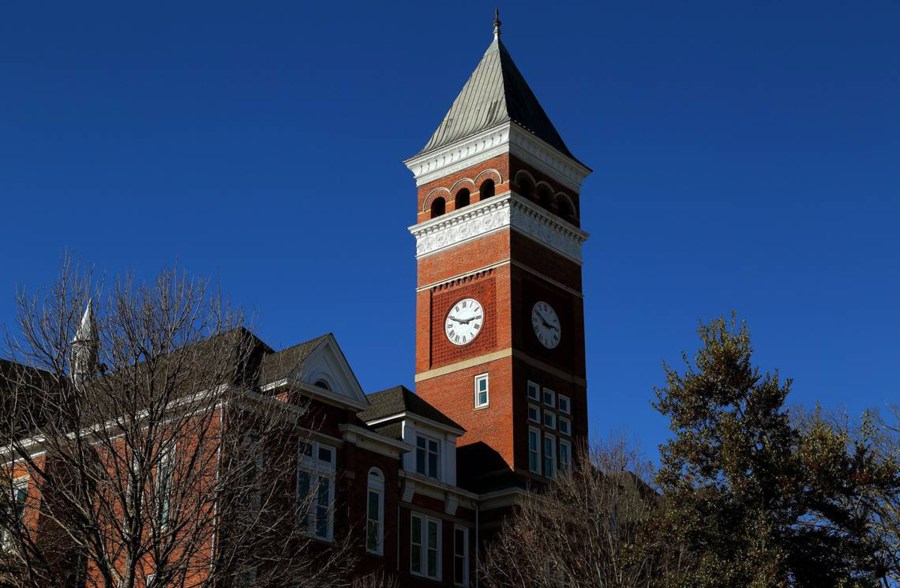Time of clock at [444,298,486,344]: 2:48
